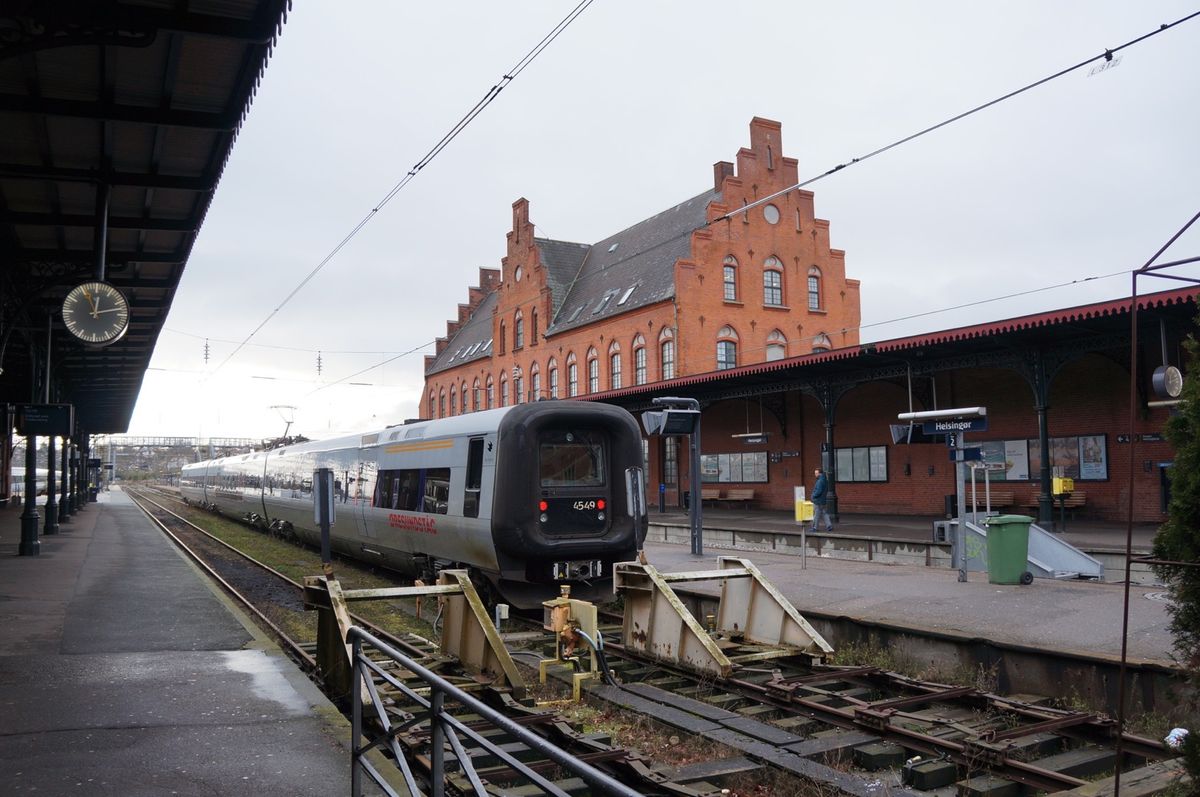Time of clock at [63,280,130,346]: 12:12
